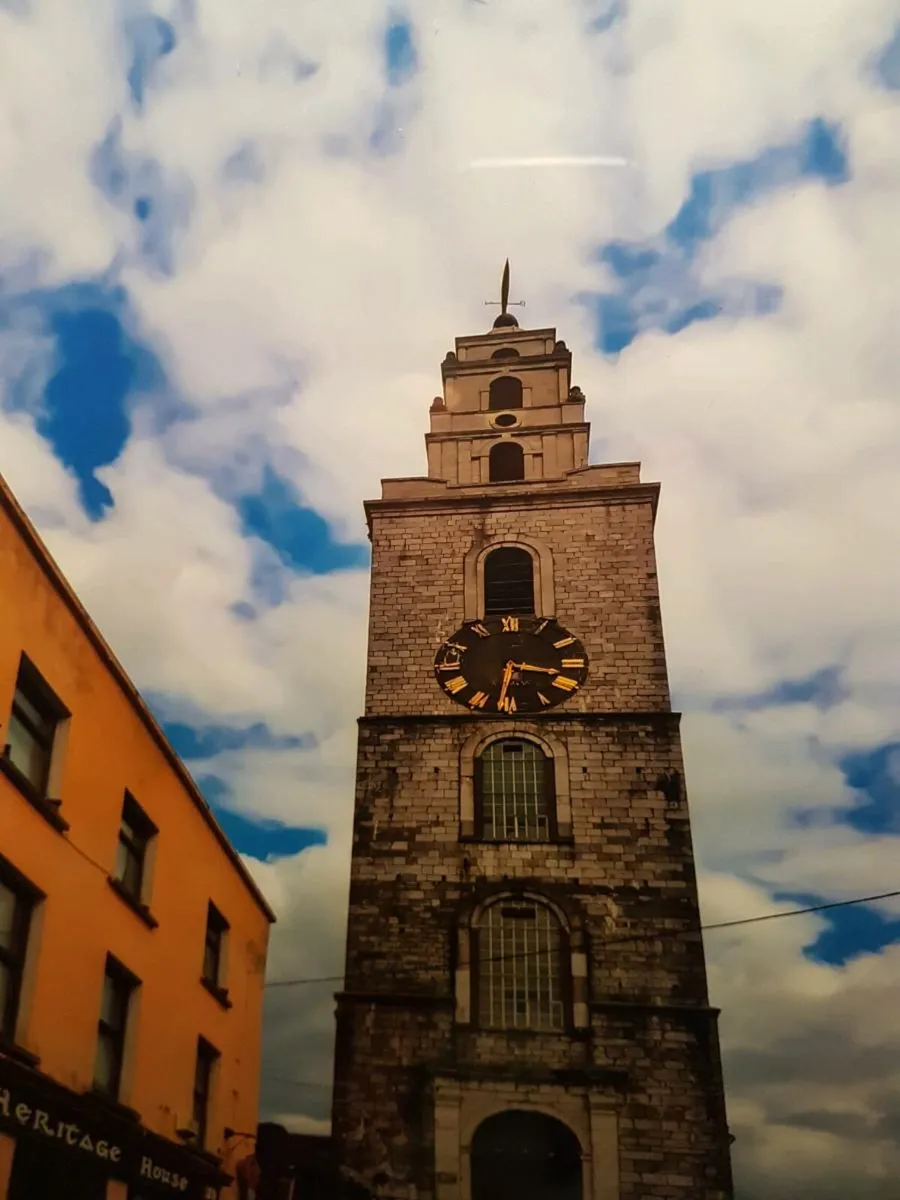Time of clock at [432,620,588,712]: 3:31
